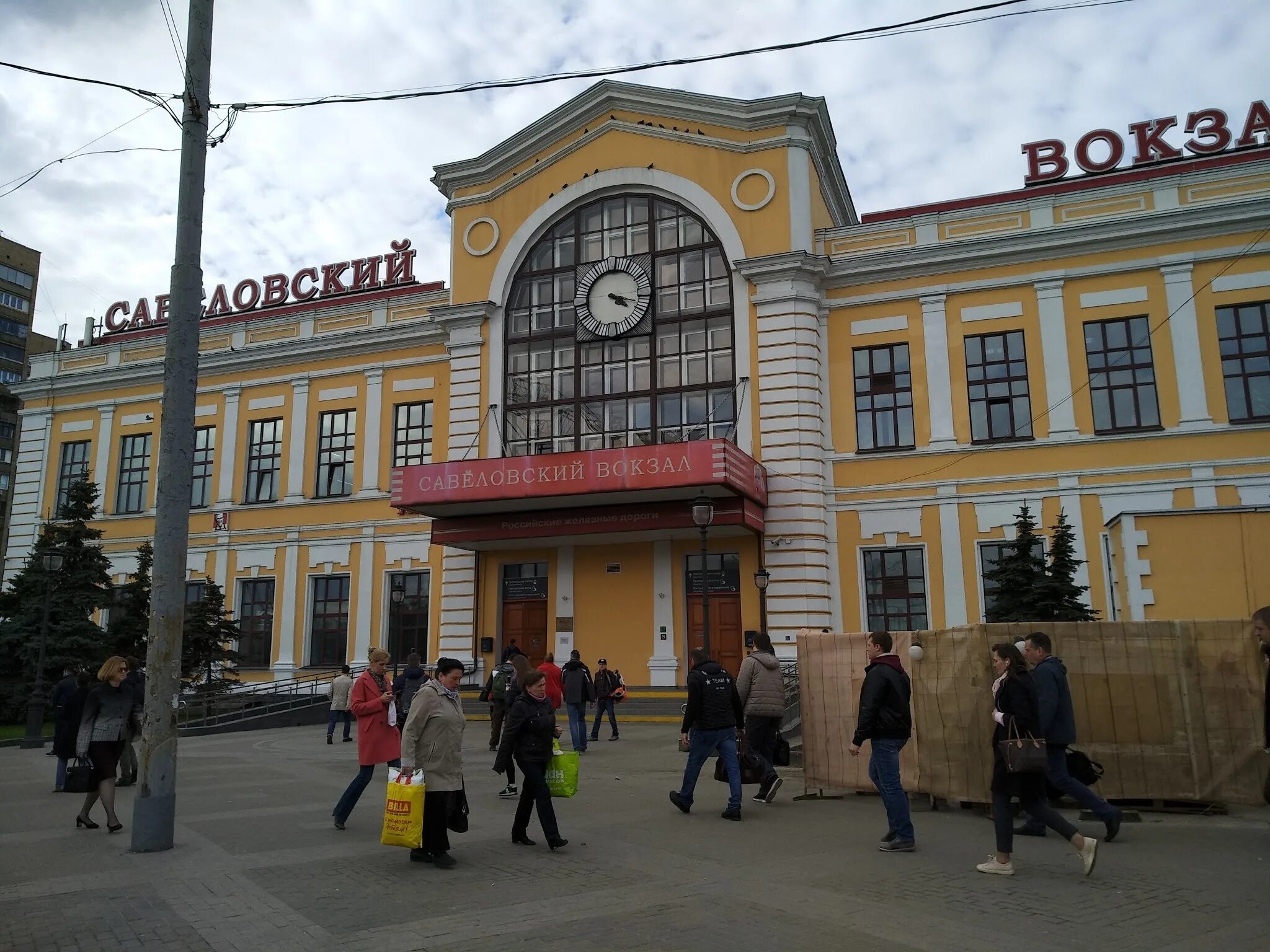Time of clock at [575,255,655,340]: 4:17
